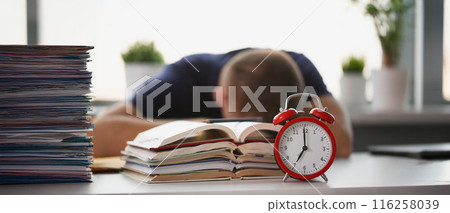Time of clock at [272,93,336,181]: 6:59
